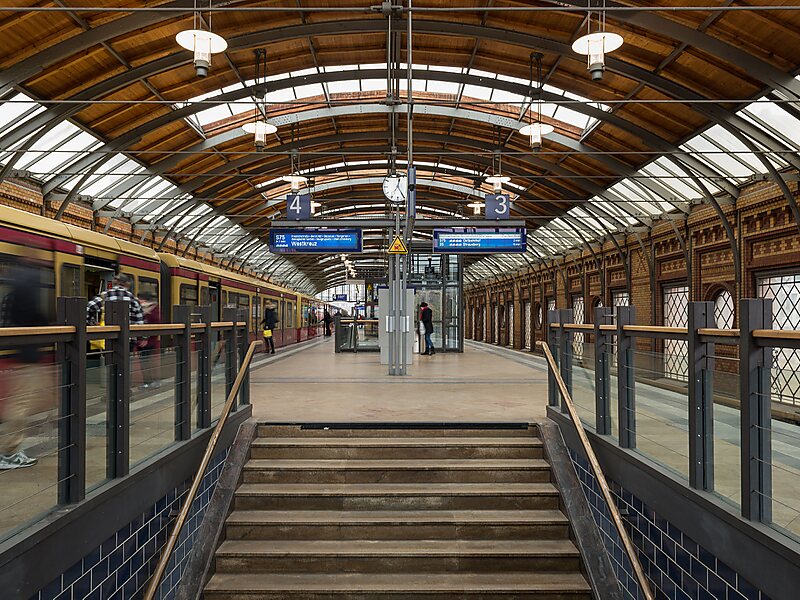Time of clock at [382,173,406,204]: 12:23
